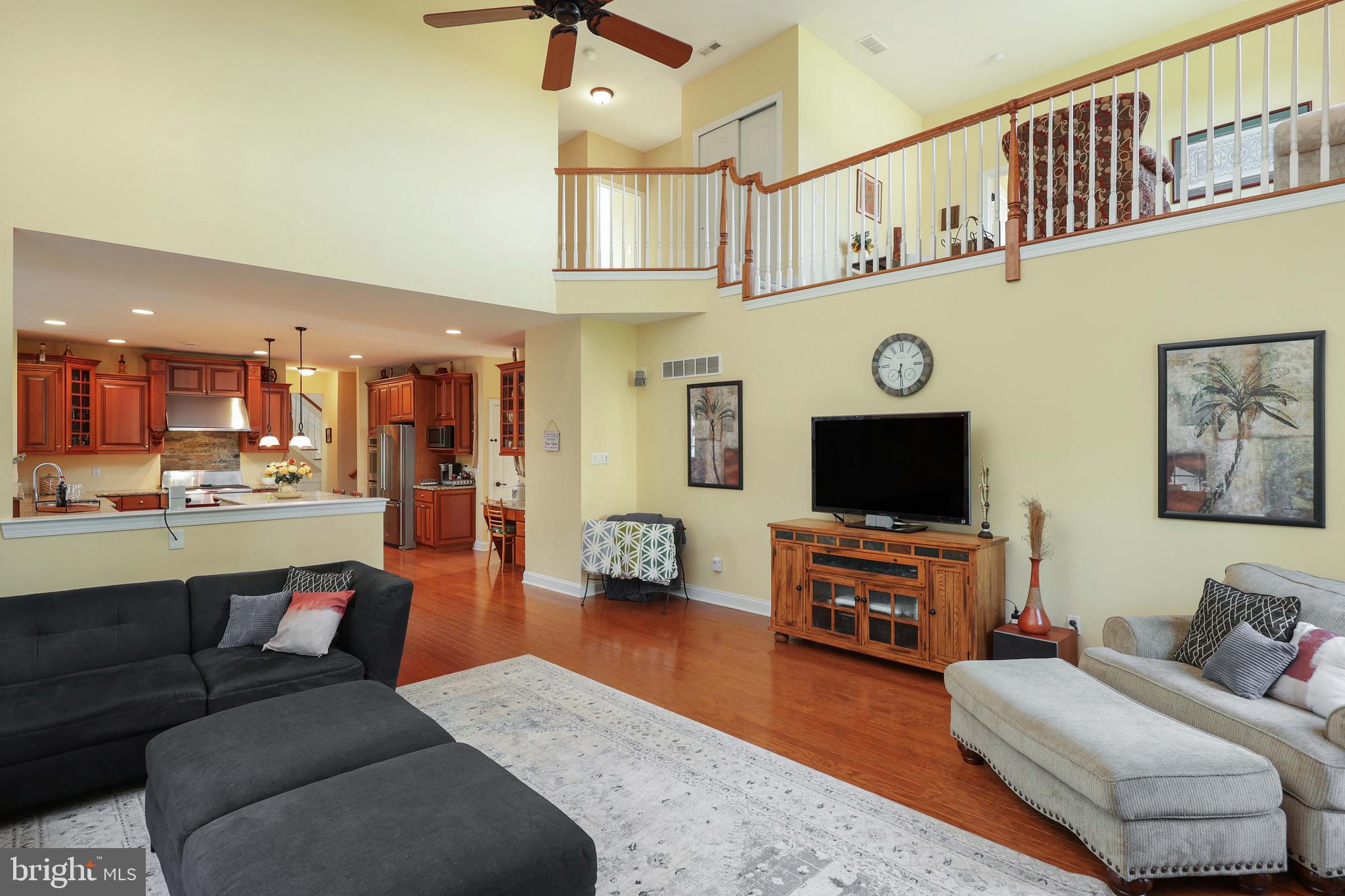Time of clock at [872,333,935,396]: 6:28
